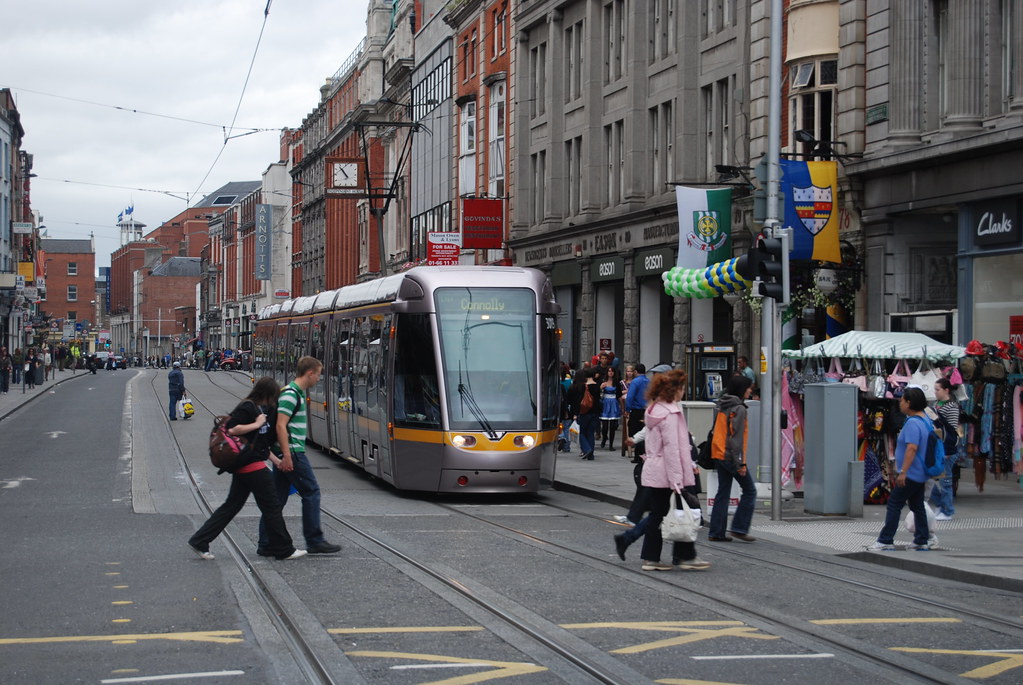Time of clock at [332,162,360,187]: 10:53
